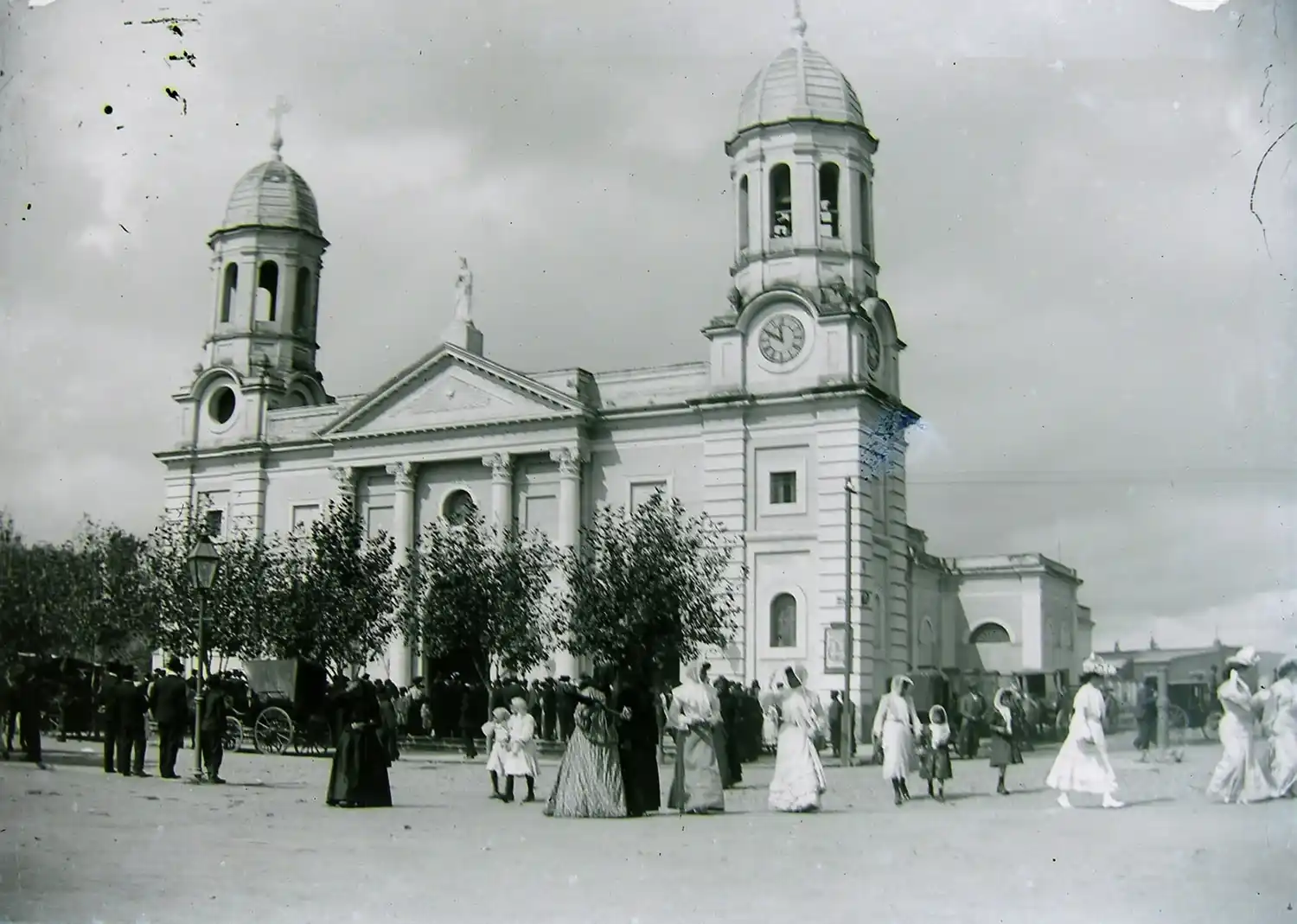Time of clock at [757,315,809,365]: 11:49
